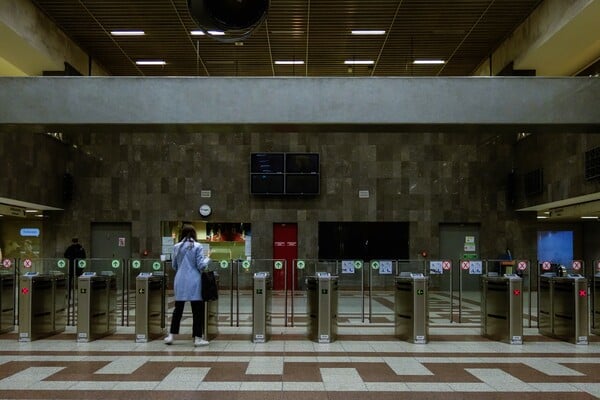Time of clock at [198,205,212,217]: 2:46
